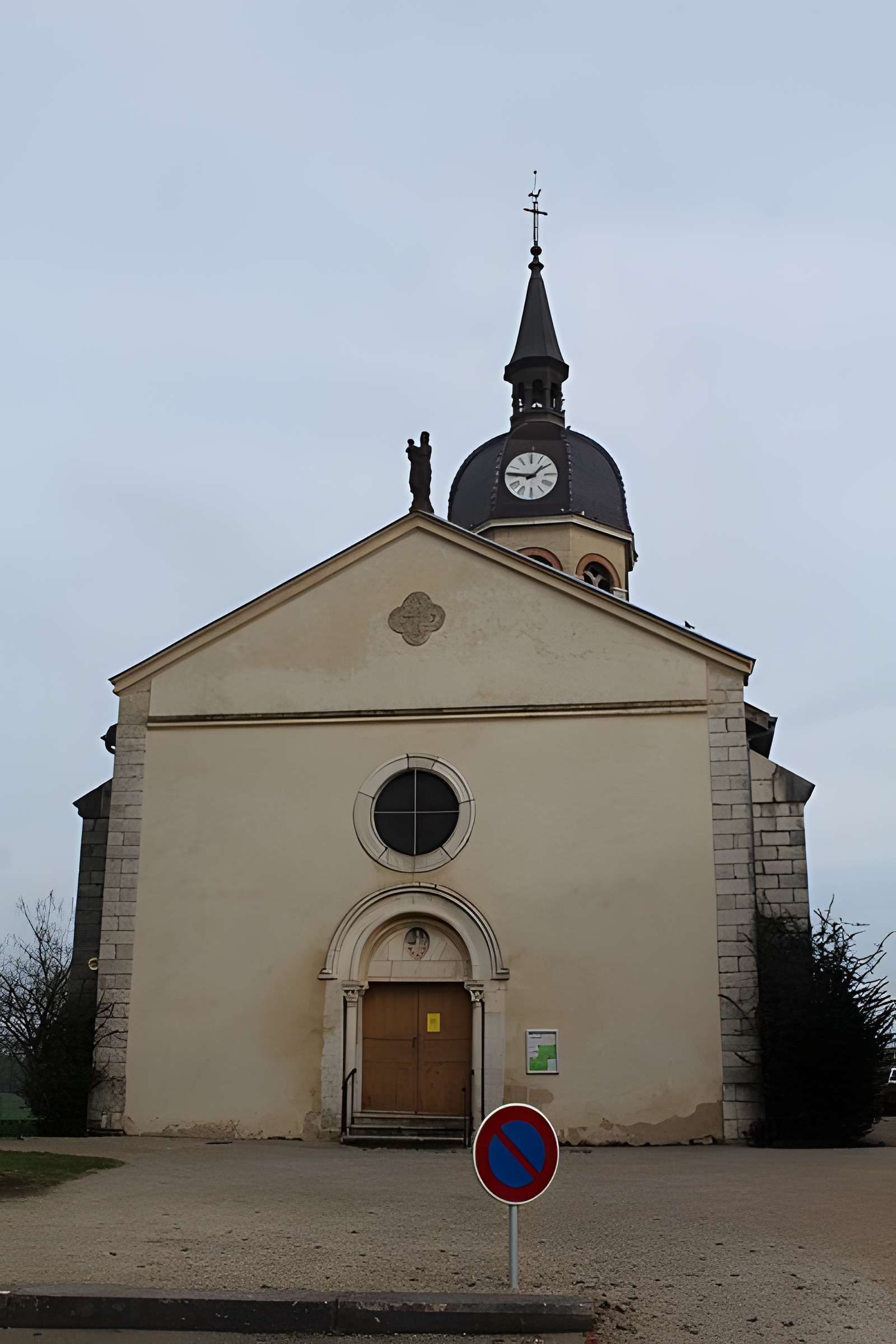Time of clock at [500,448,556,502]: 1:46
